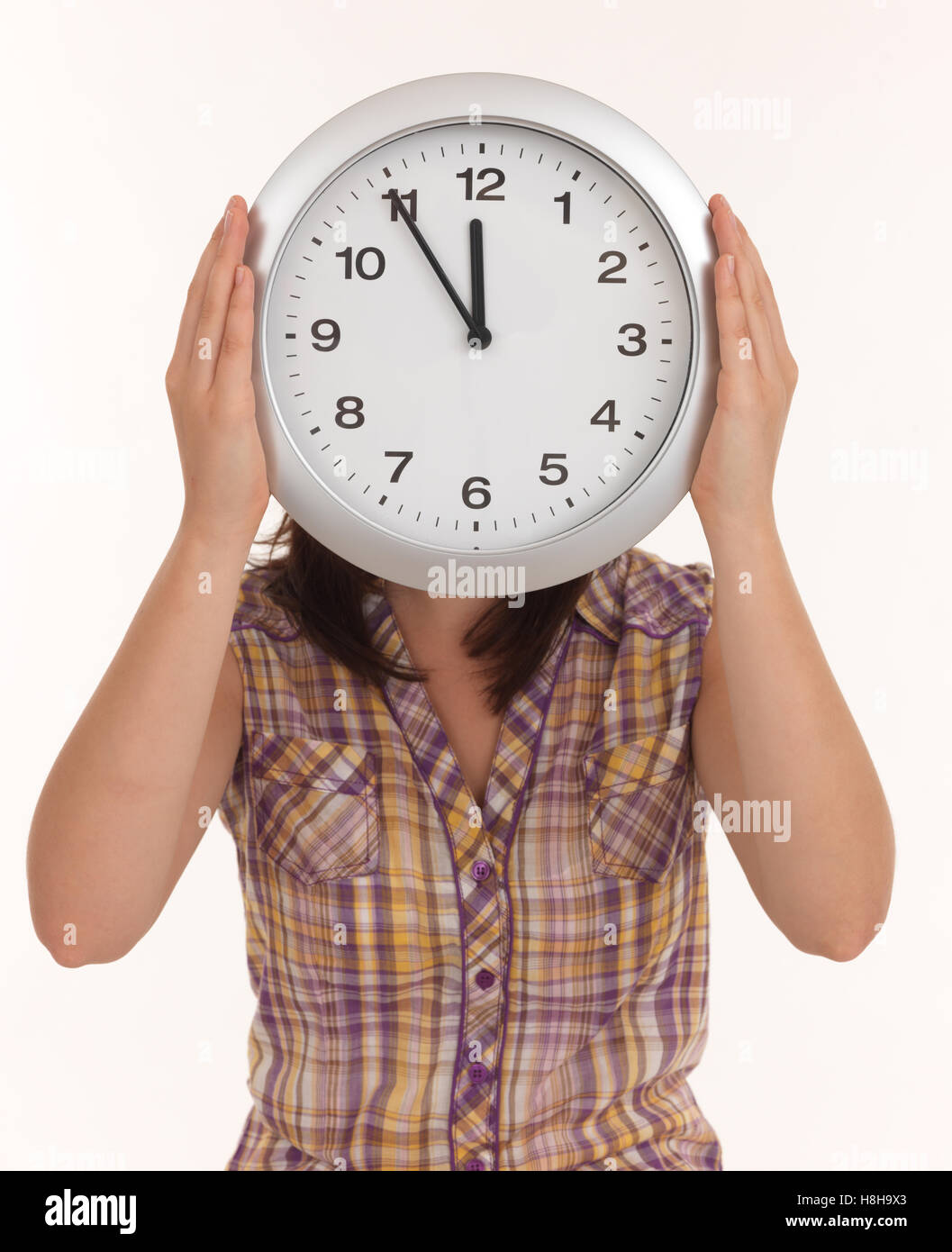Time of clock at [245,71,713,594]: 11:54
